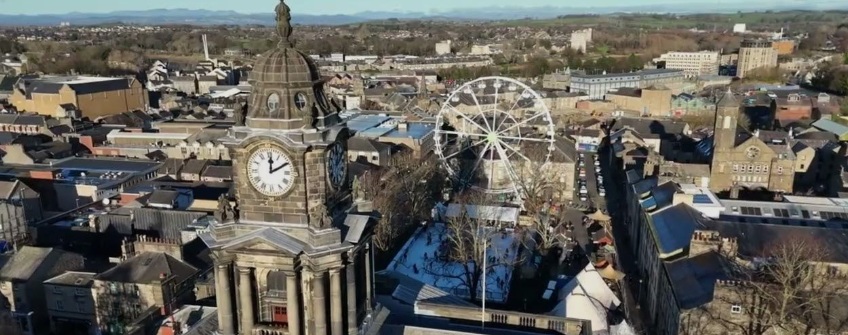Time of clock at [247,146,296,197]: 12:10
